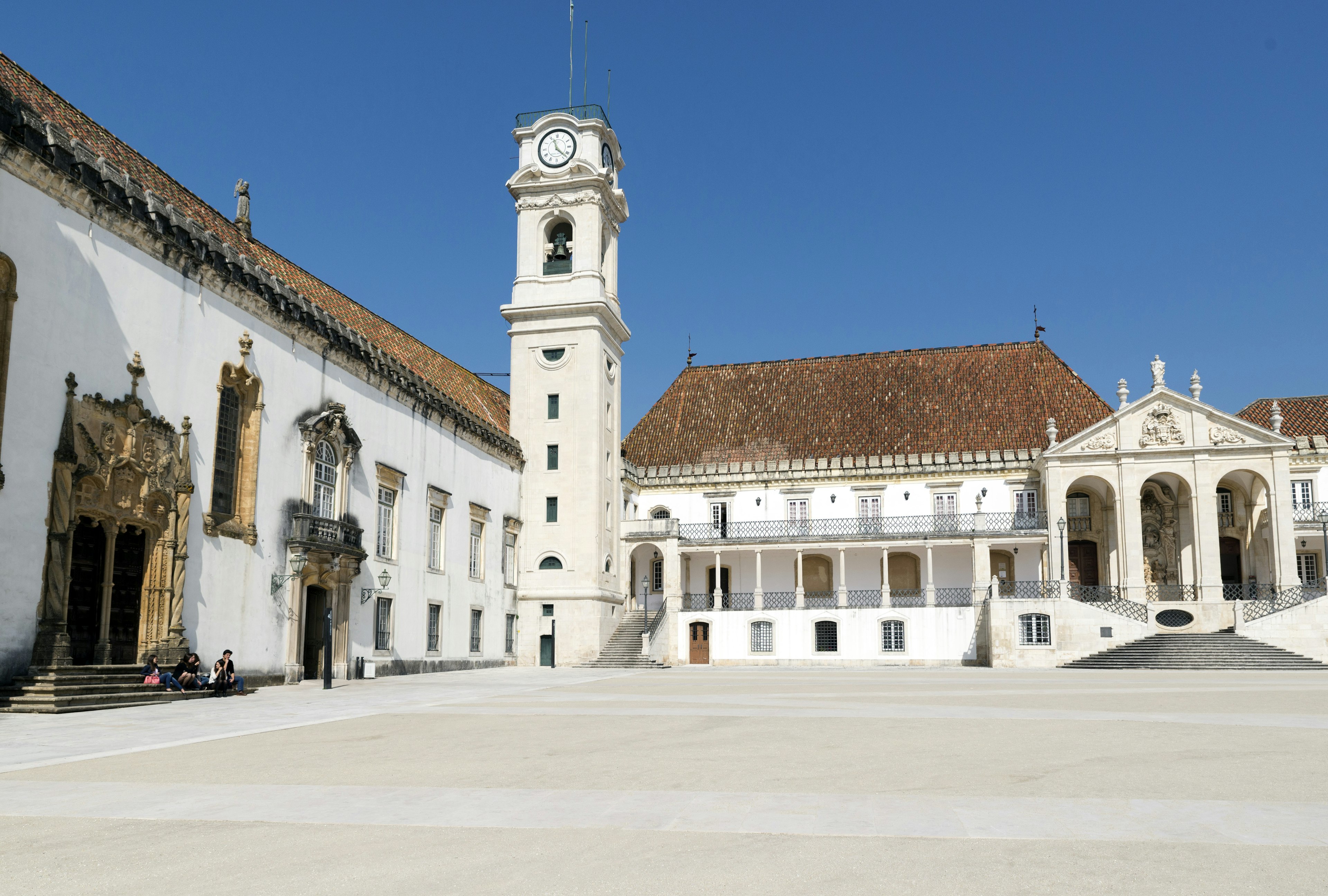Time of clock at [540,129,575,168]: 11:22
